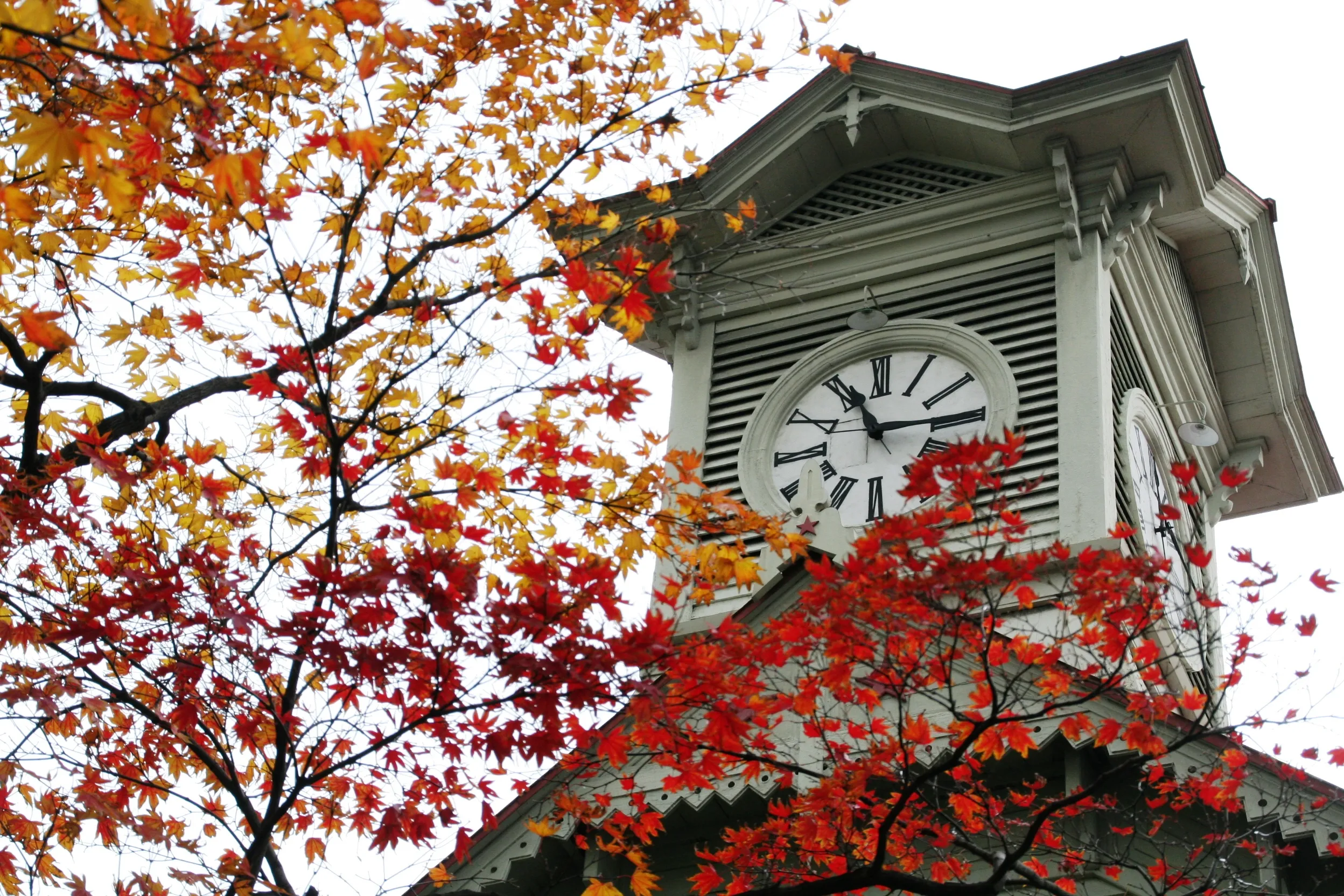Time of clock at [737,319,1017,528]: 11:14
